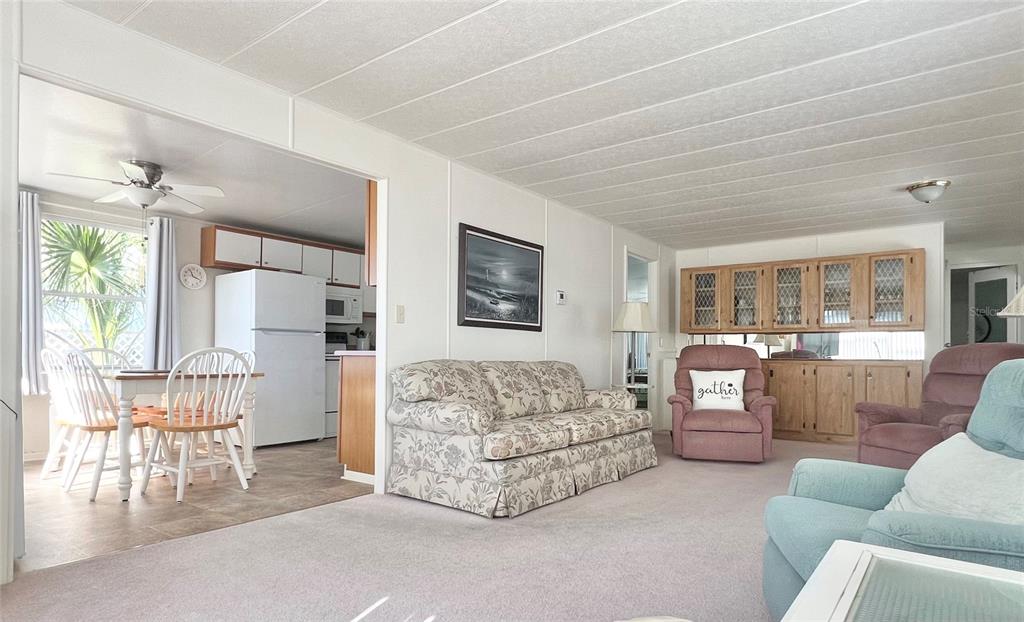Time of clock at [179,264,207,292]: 11:18
